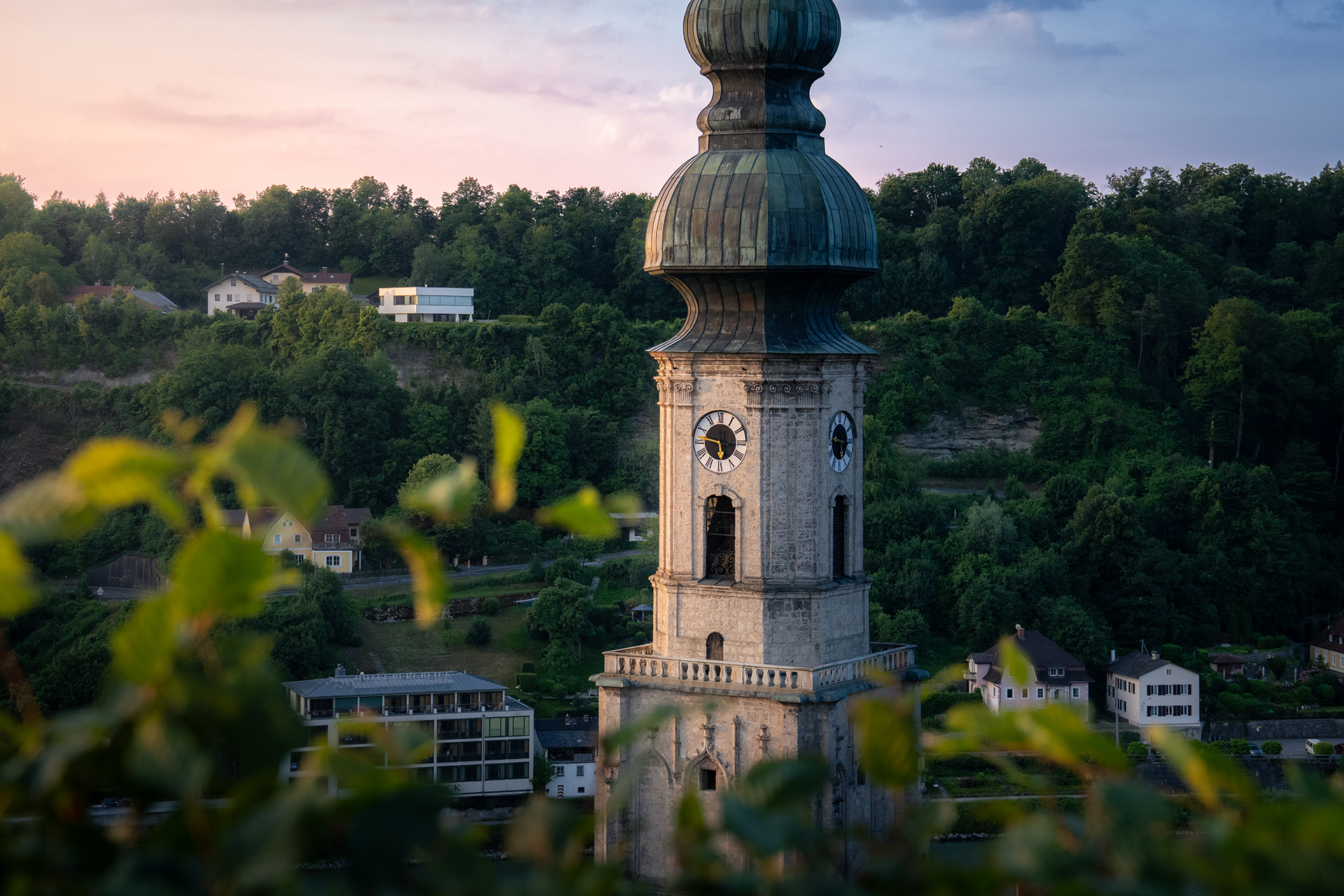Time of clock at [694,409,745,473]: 5:46
